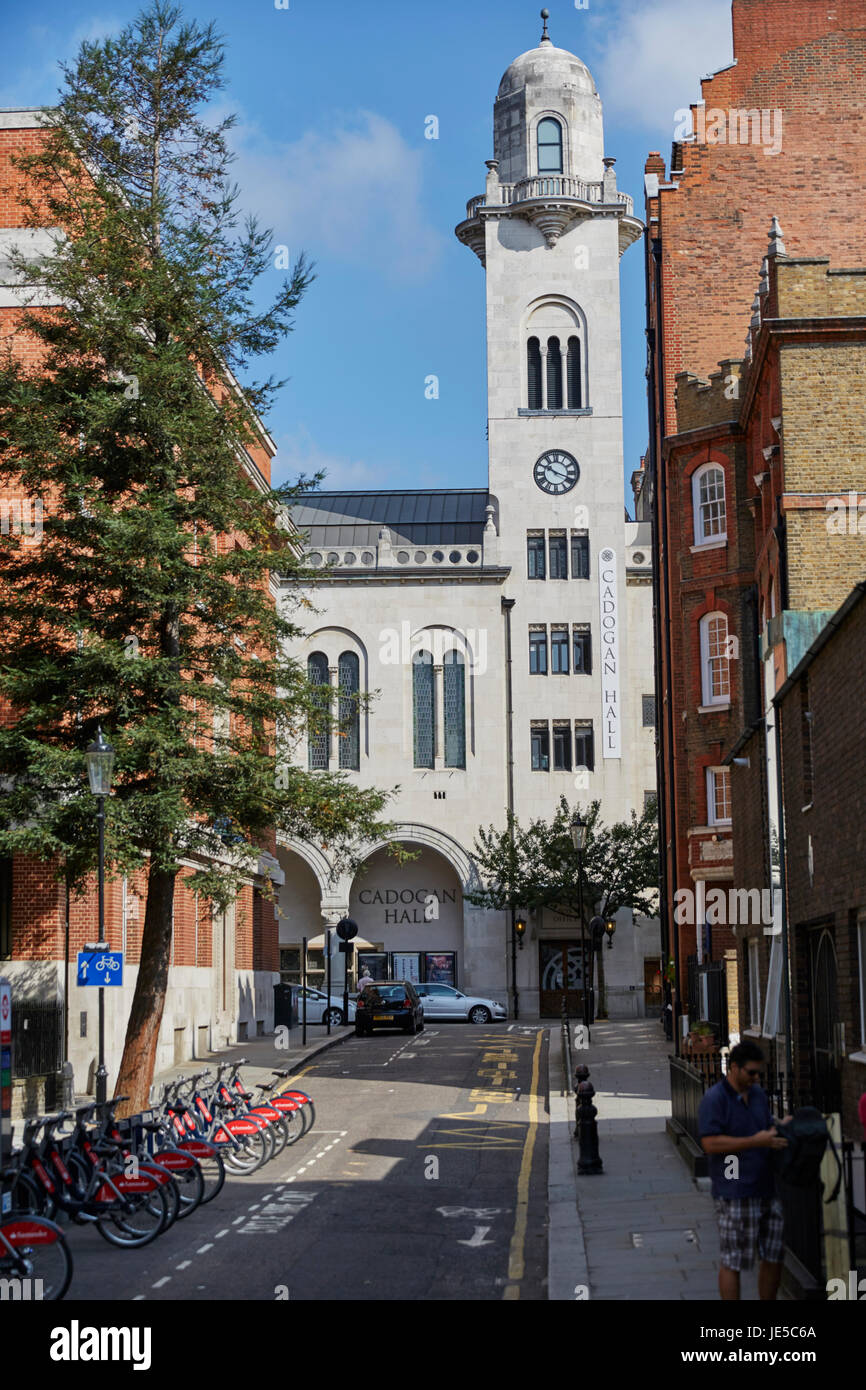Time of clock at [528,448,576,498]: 10:18
